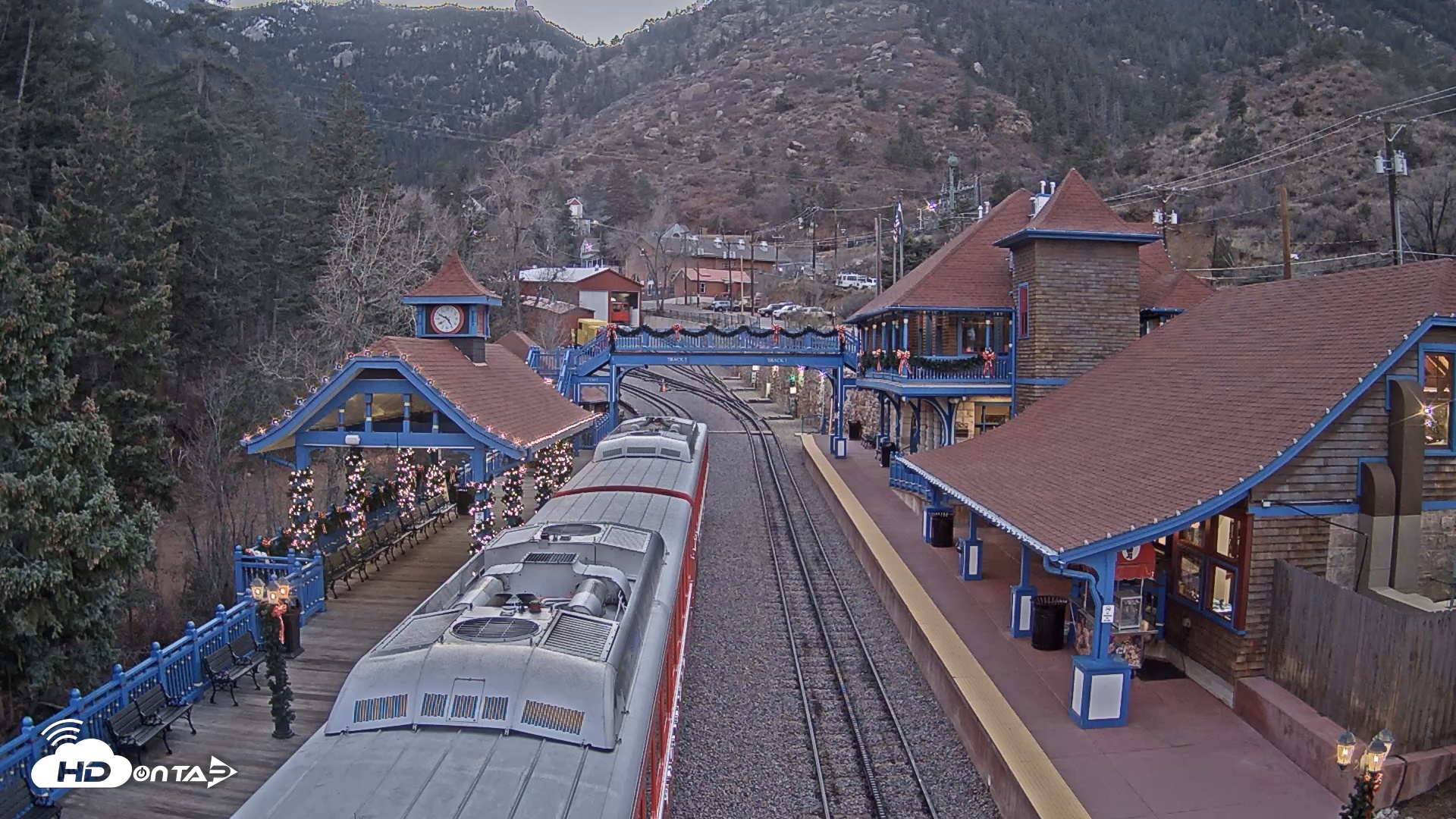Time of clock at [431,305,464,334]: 4:49
